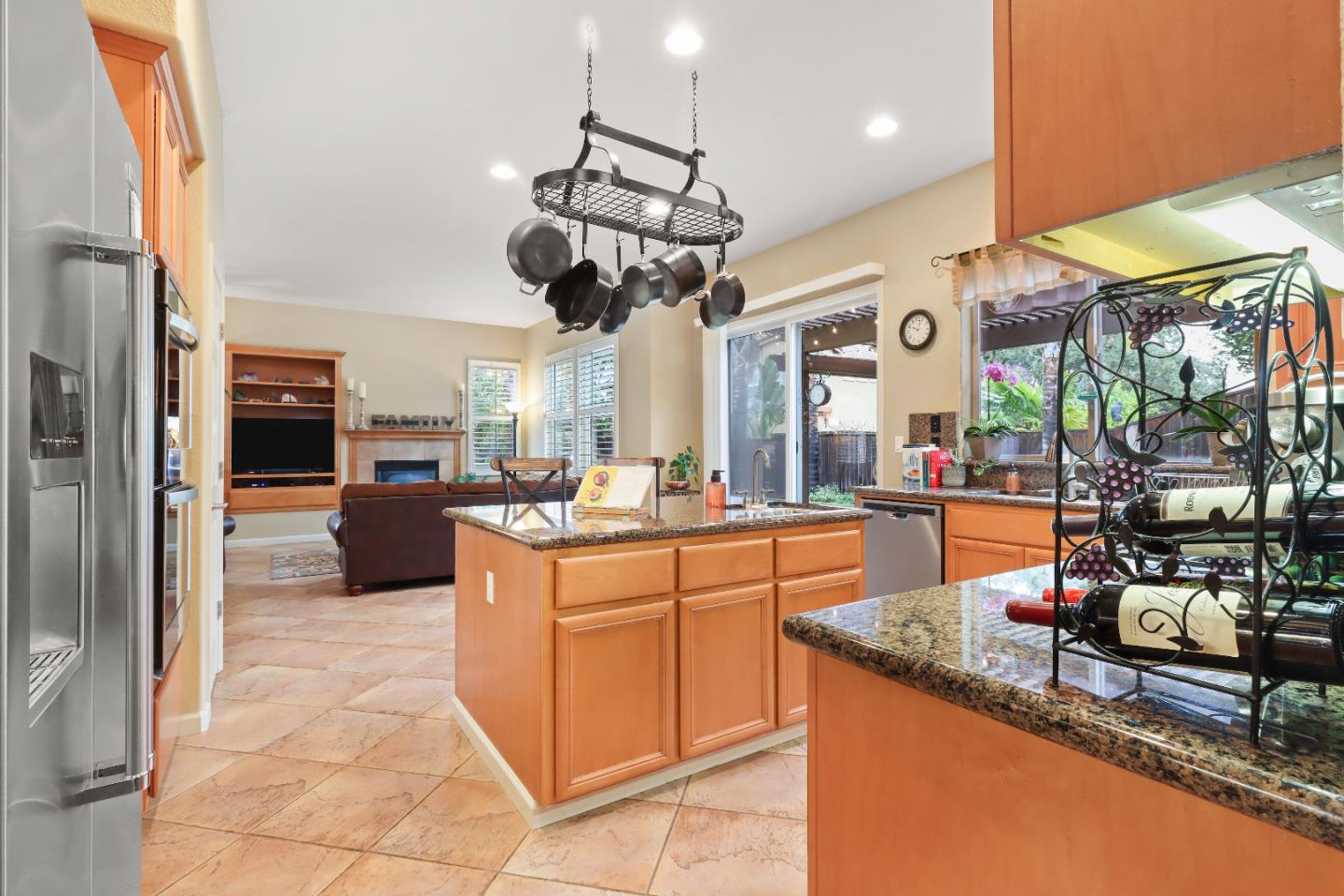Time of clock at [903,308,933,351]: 10:02
